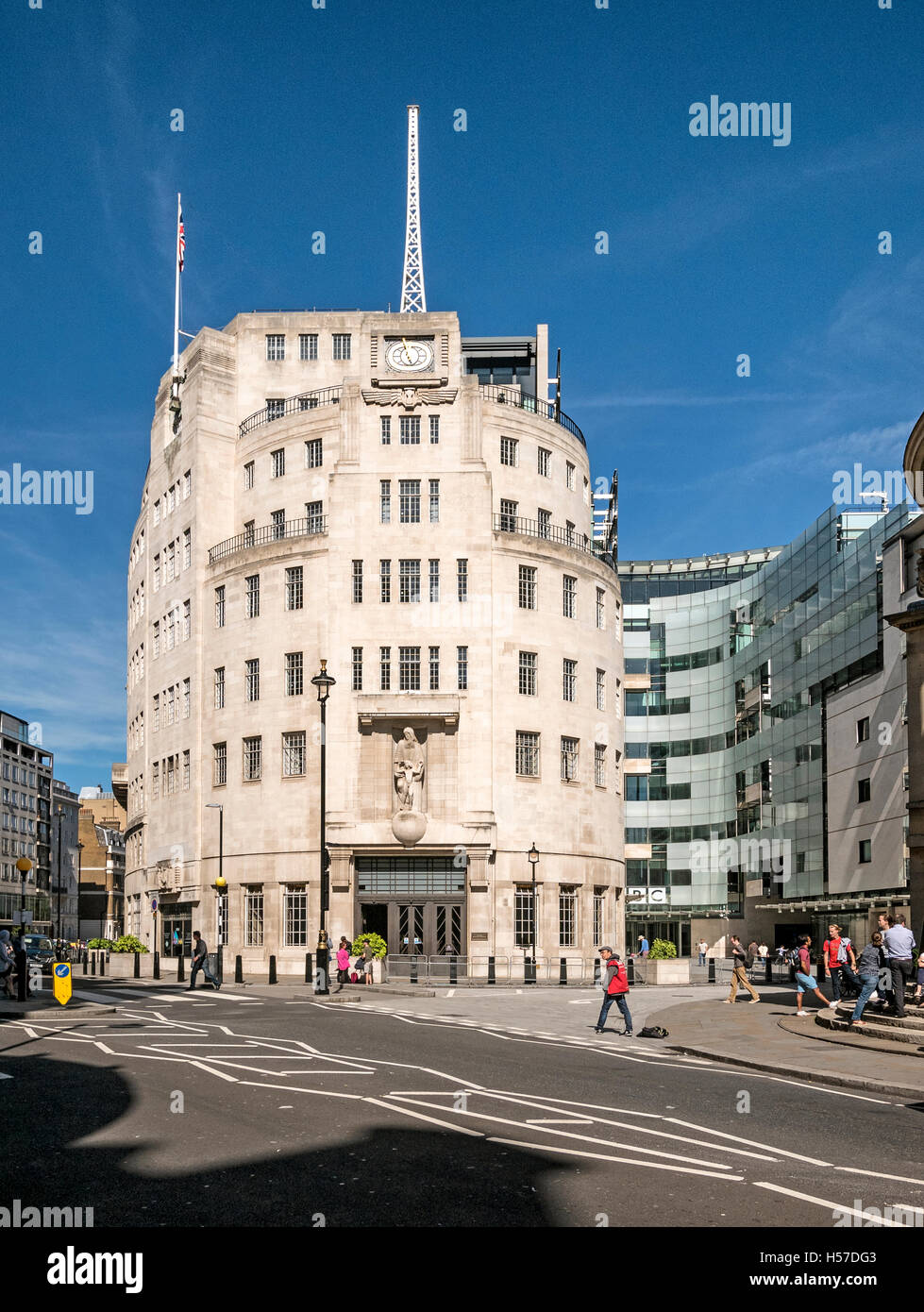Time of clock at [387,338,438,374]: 5:26
